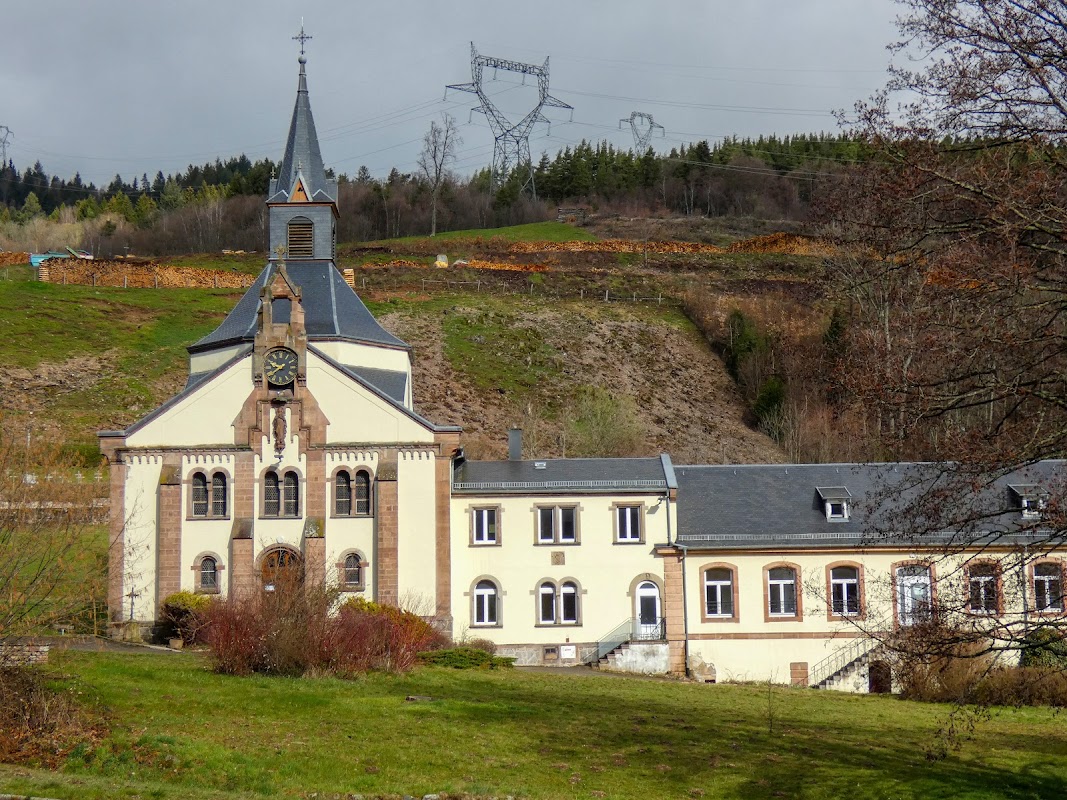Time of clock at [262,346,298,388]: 9:38
